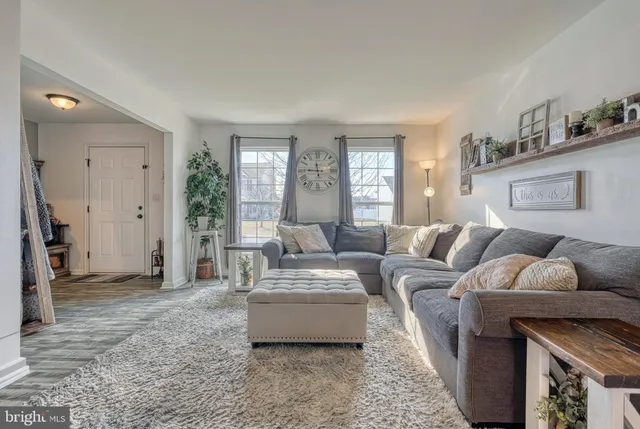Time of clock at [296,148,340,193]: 11:46
